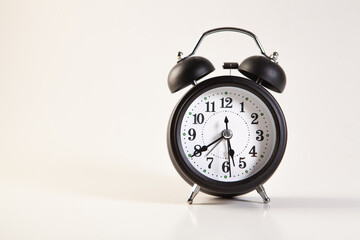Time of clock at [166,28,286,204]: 5:39
